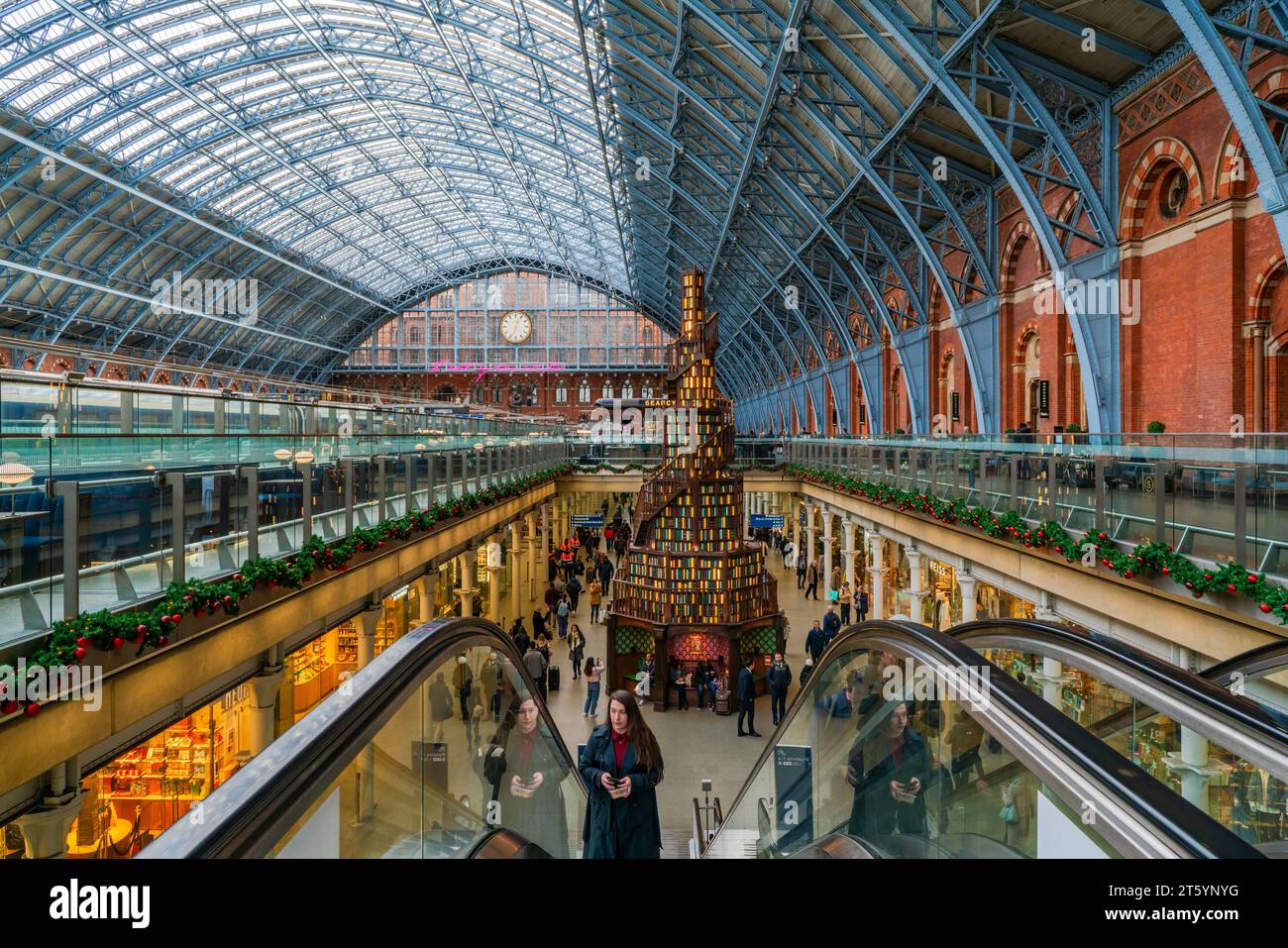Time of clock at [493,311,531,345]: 12:33
